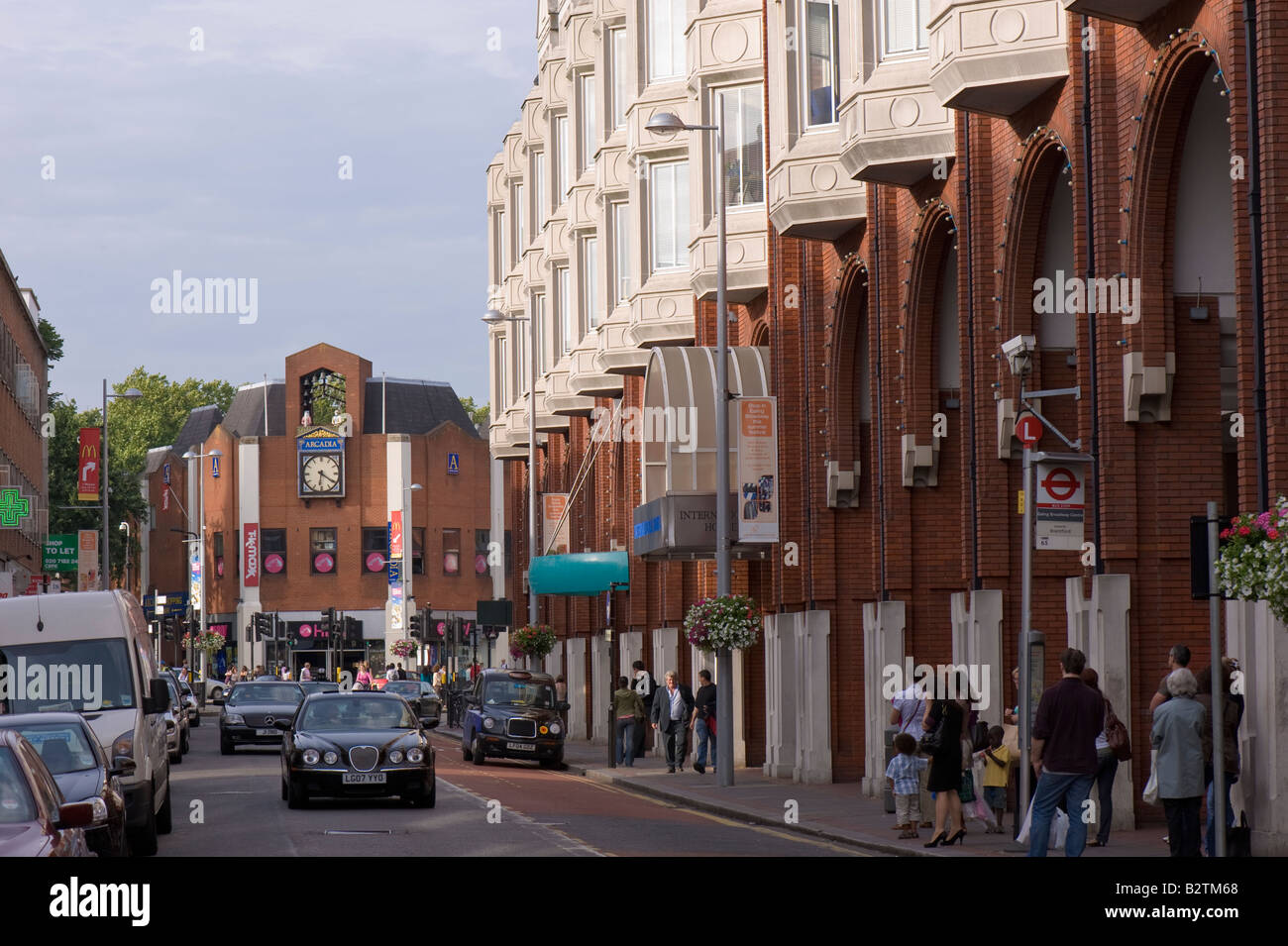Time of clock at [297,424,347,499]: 6:20
